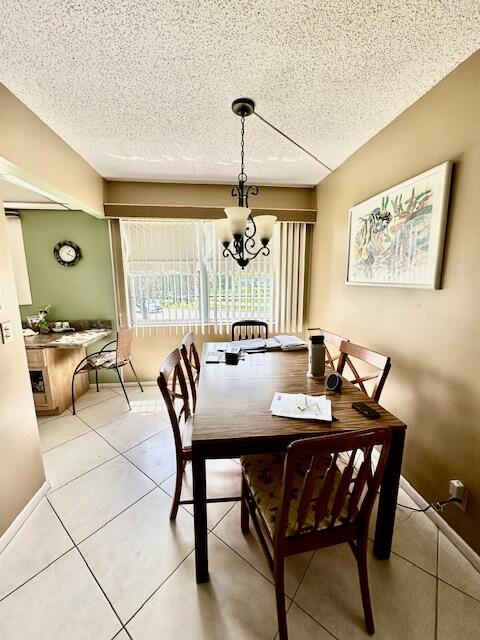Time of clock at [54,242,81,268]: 1:18
